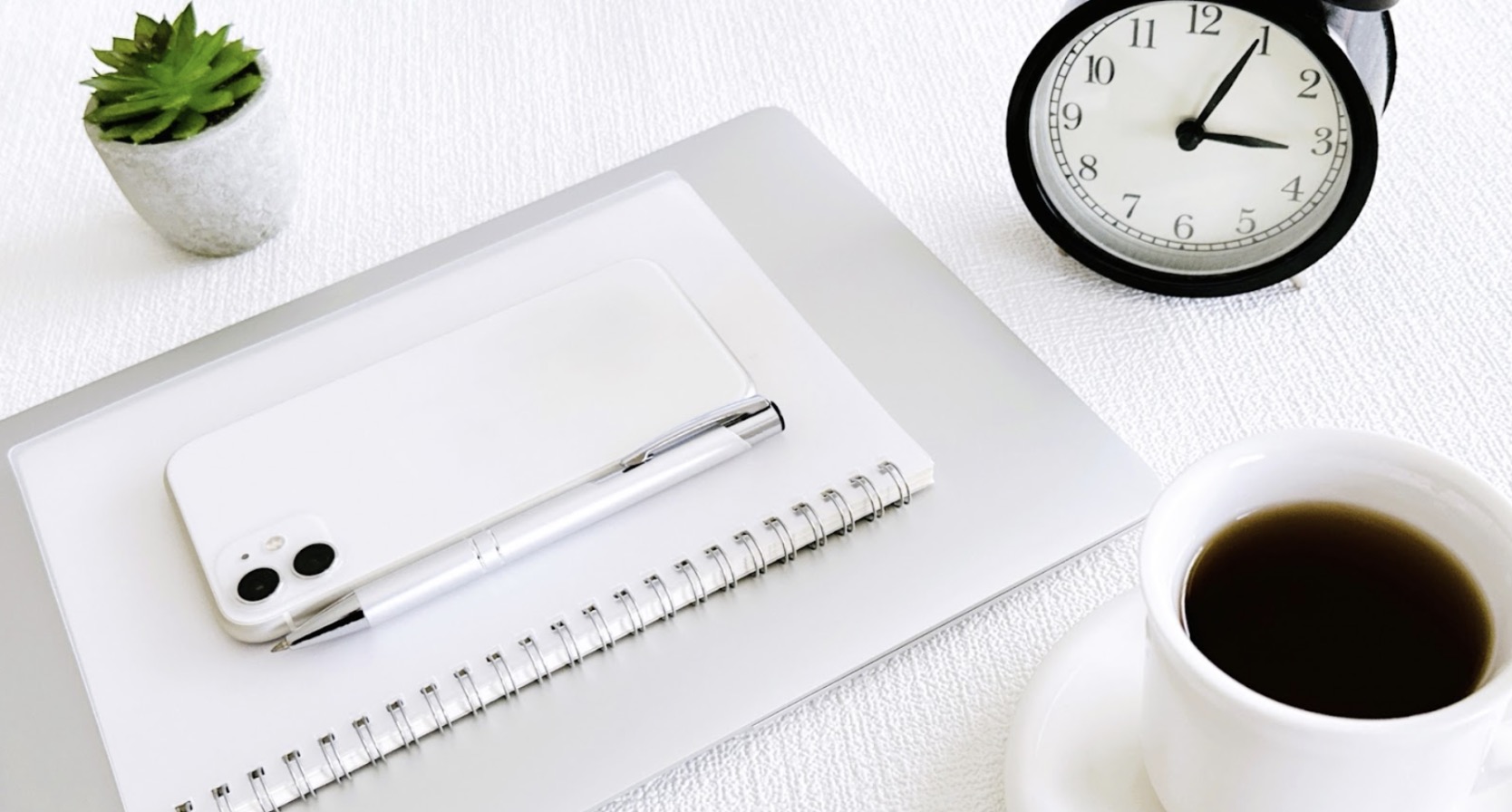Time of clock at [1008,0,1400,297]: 3:04
